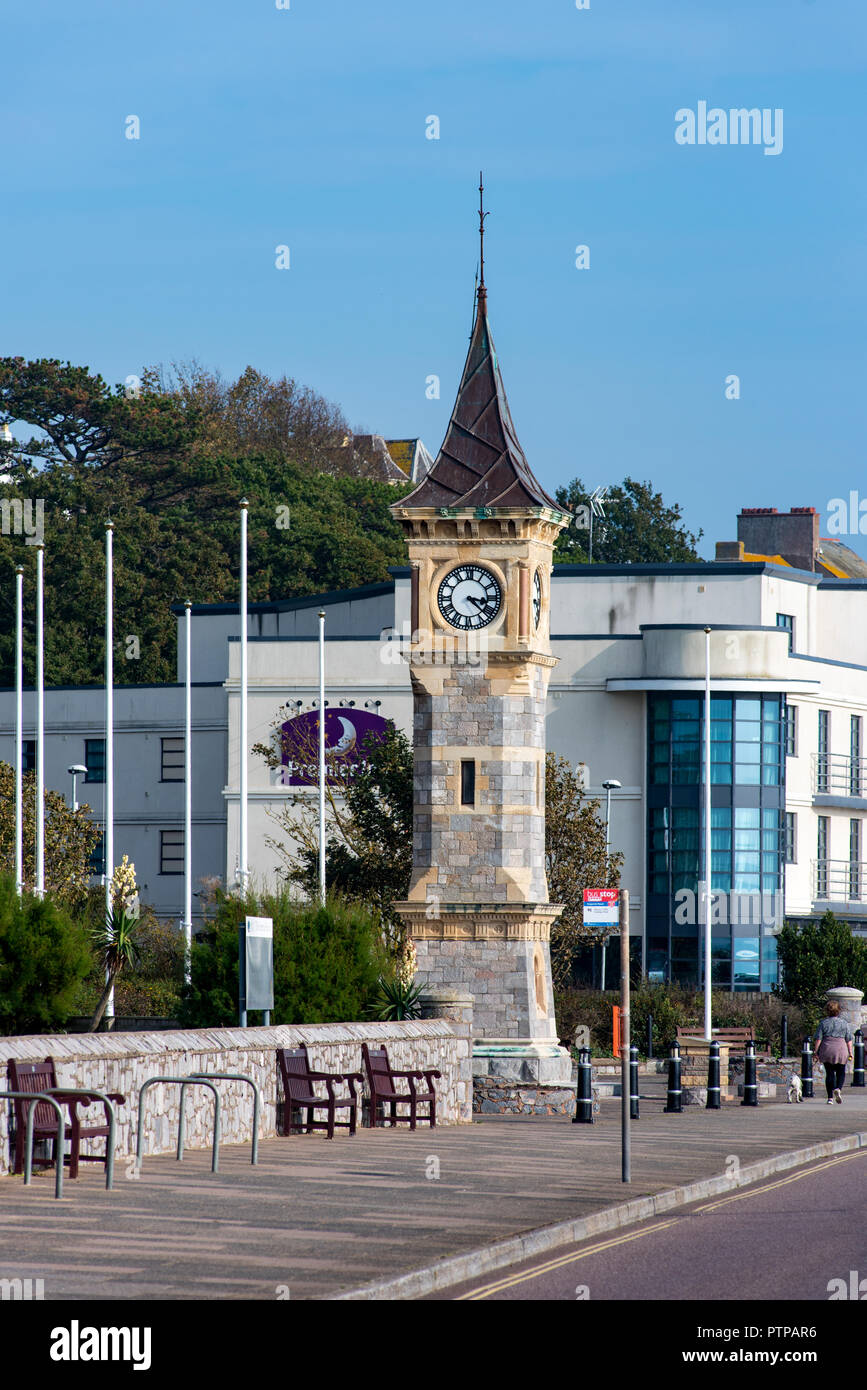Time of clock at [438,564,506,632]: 3:22
